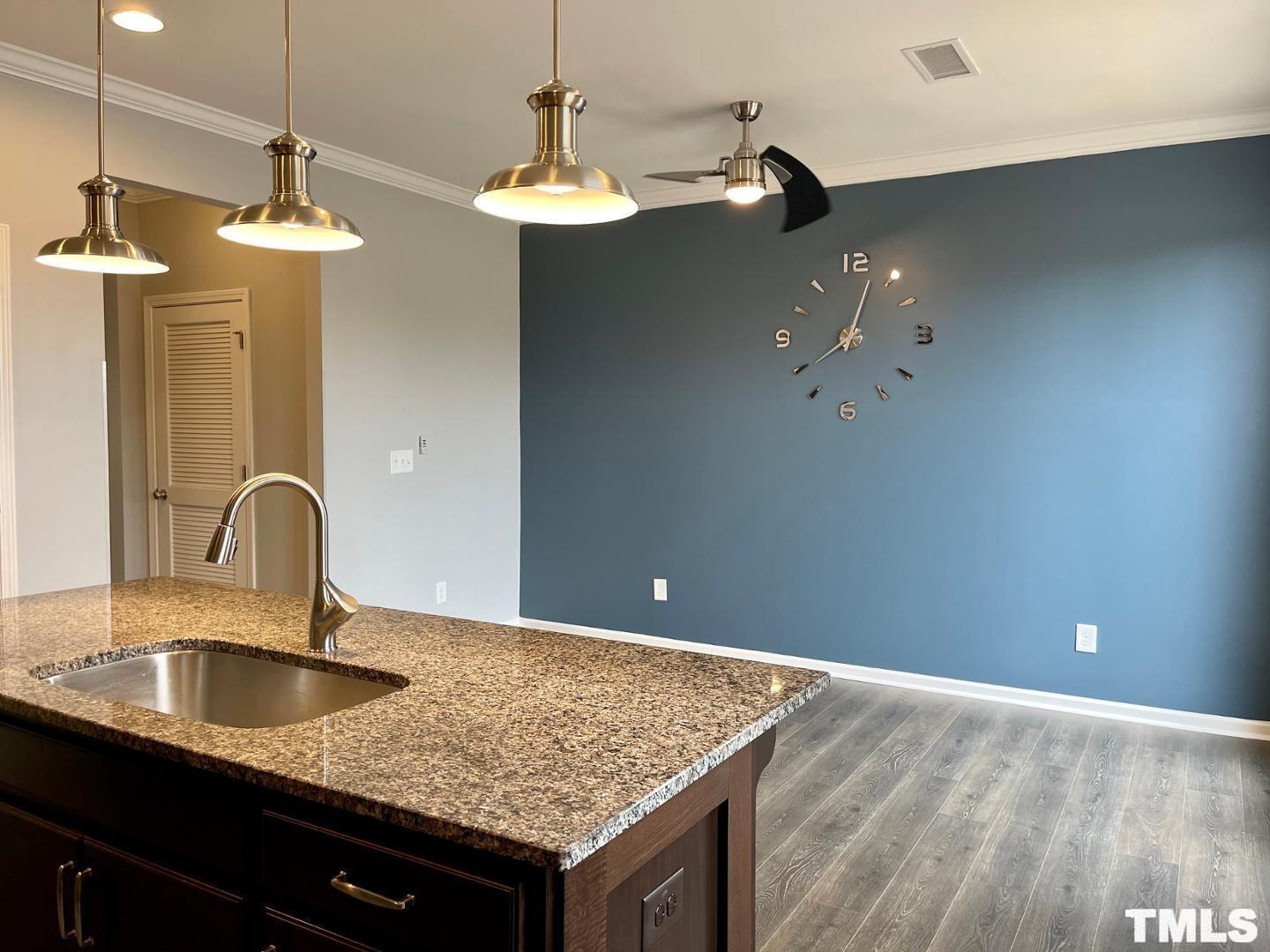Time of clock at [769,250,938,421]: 12:39
